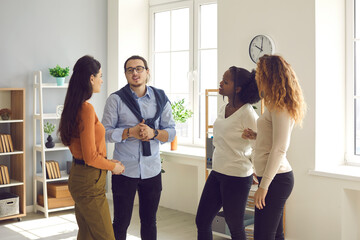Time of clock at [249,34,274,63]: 10:00
